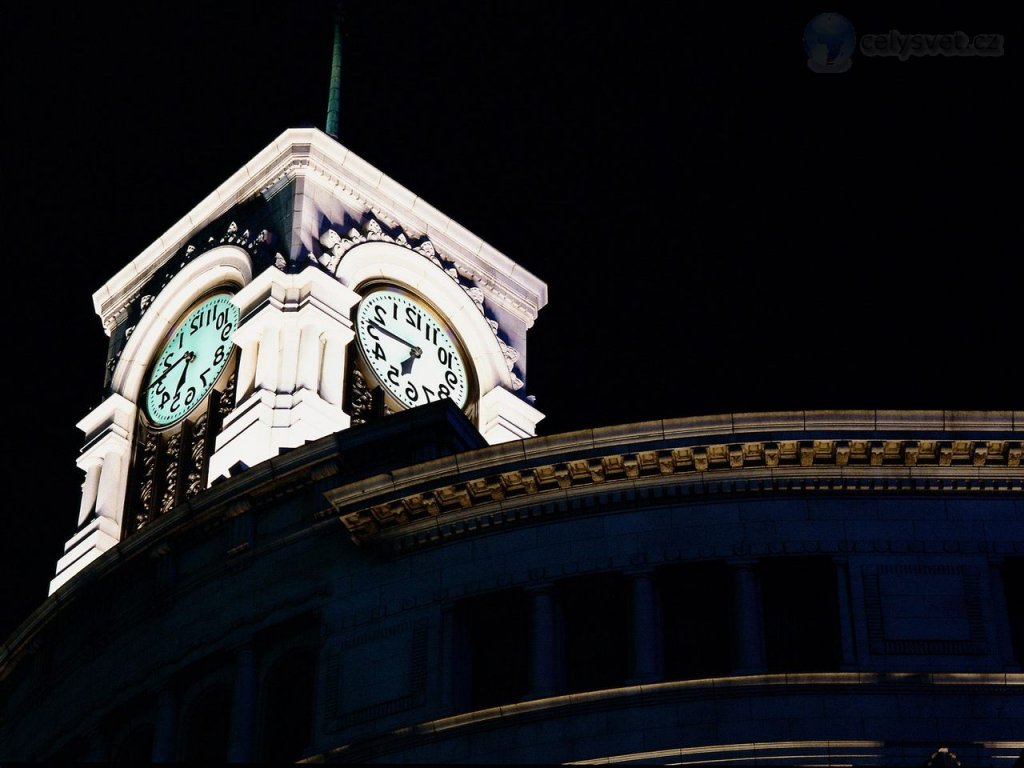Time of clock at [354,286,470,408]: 6:46
